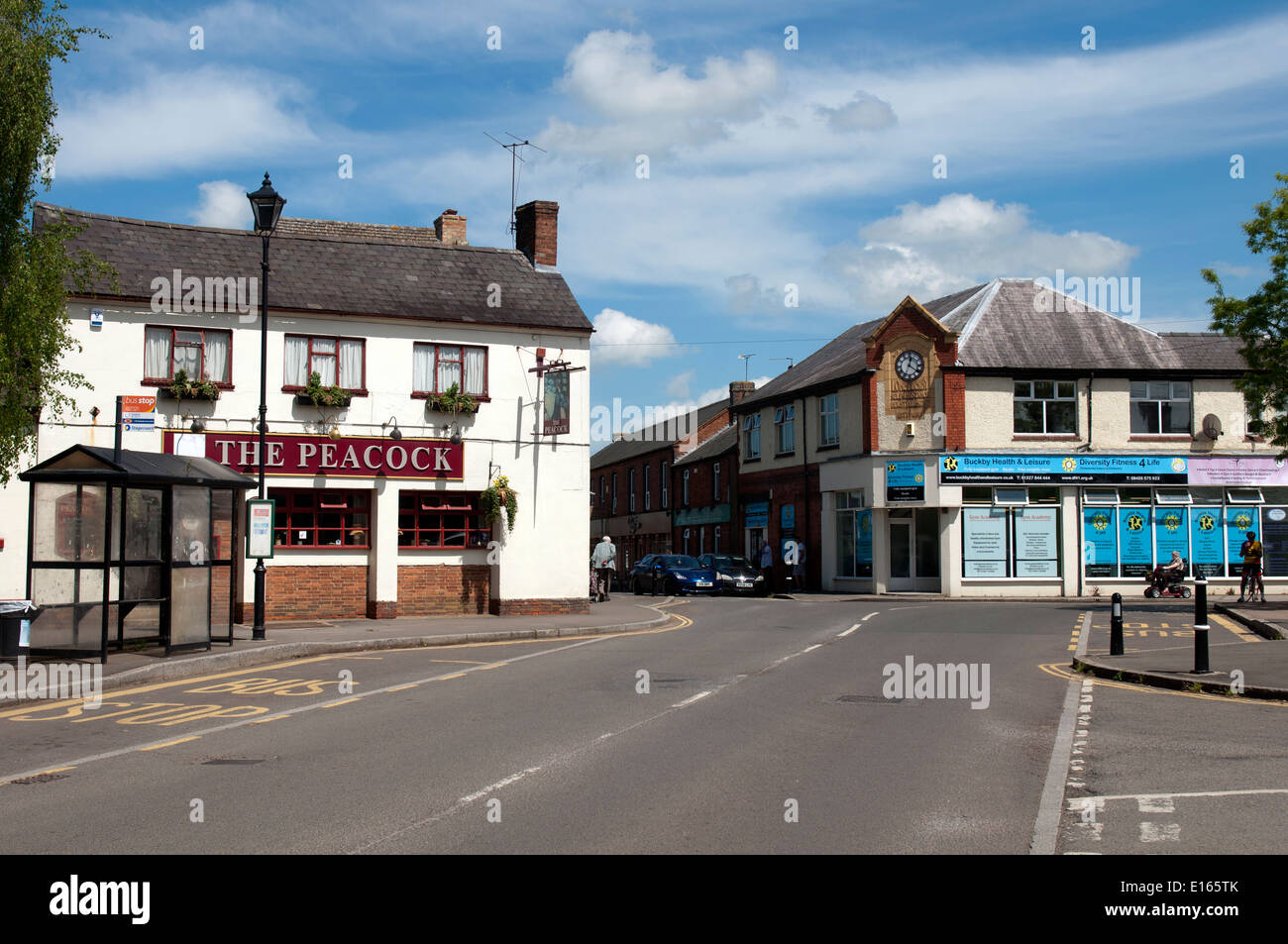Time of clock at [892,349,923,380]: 12:20
